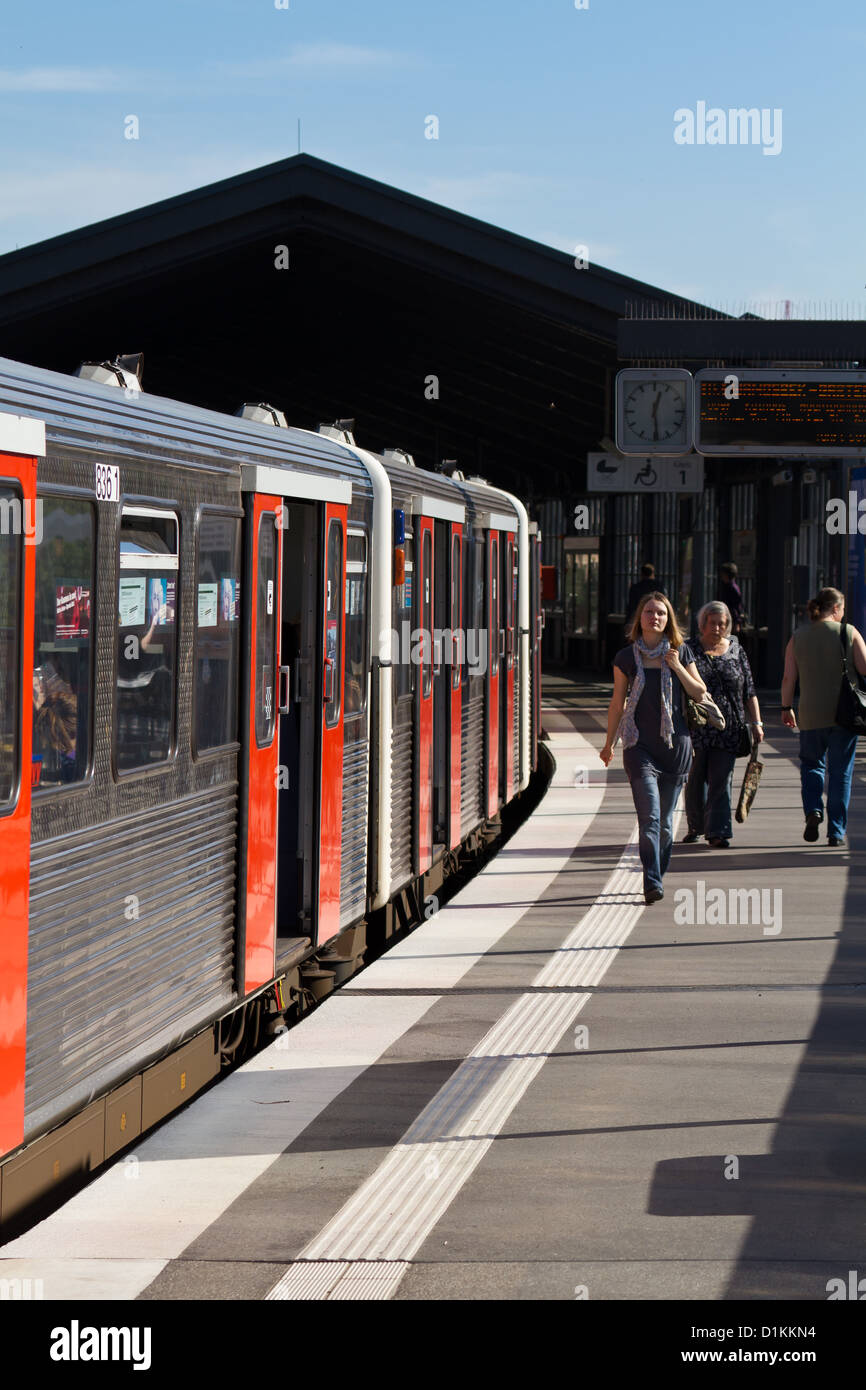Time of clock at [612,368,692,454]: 12:28
